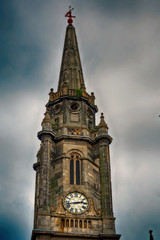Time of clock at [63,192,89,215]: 2:42
